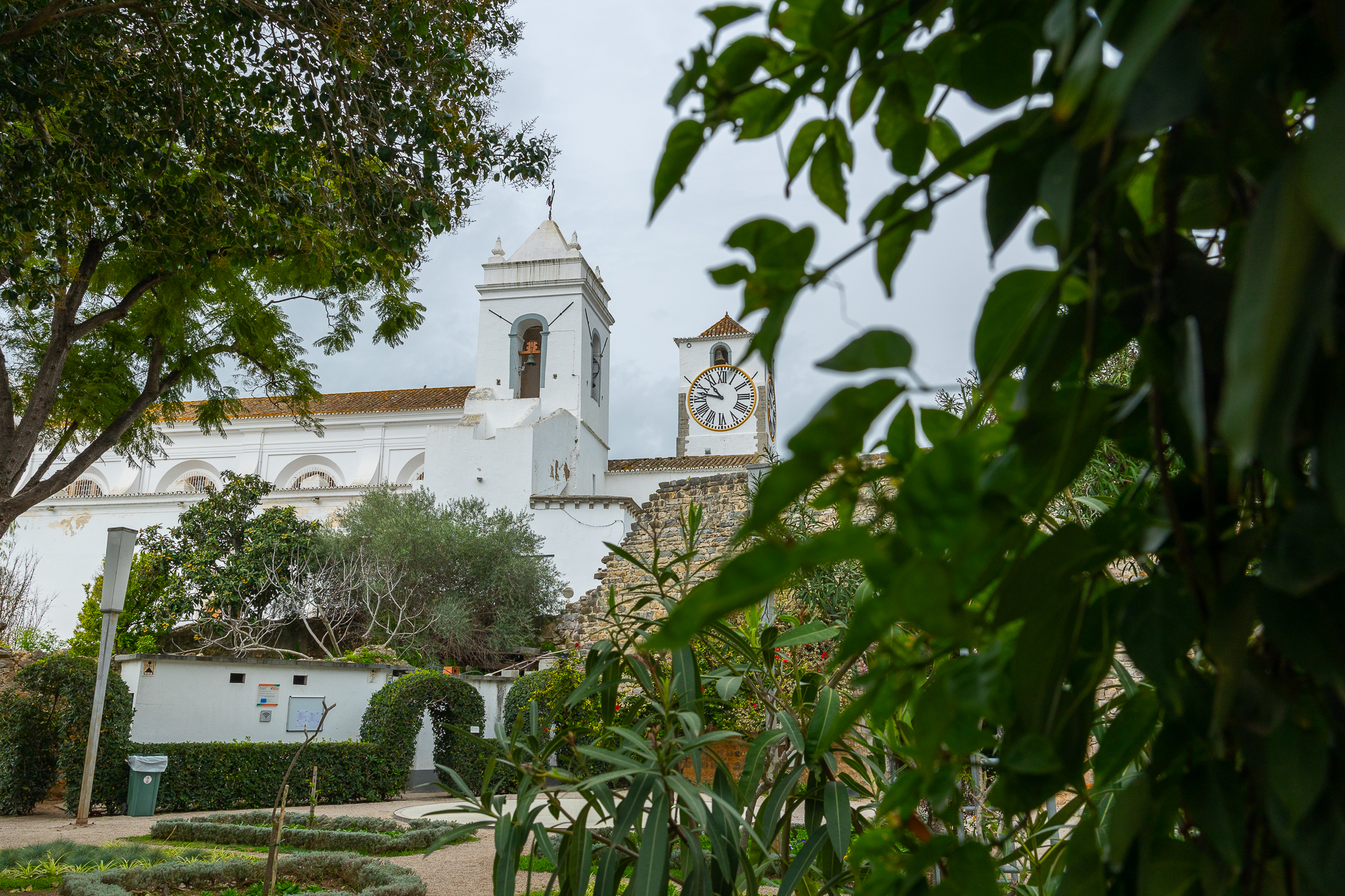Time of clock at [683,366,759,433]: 10:47
